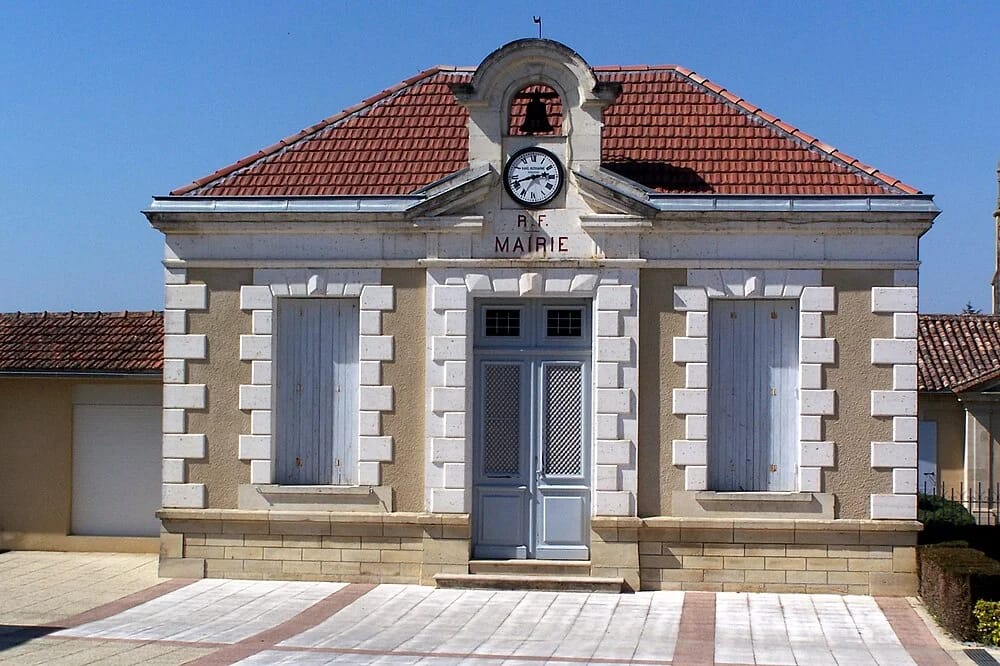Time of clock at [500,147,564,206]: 2:42
